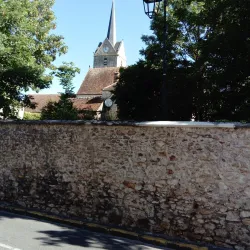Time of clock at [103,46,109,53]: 3:58
